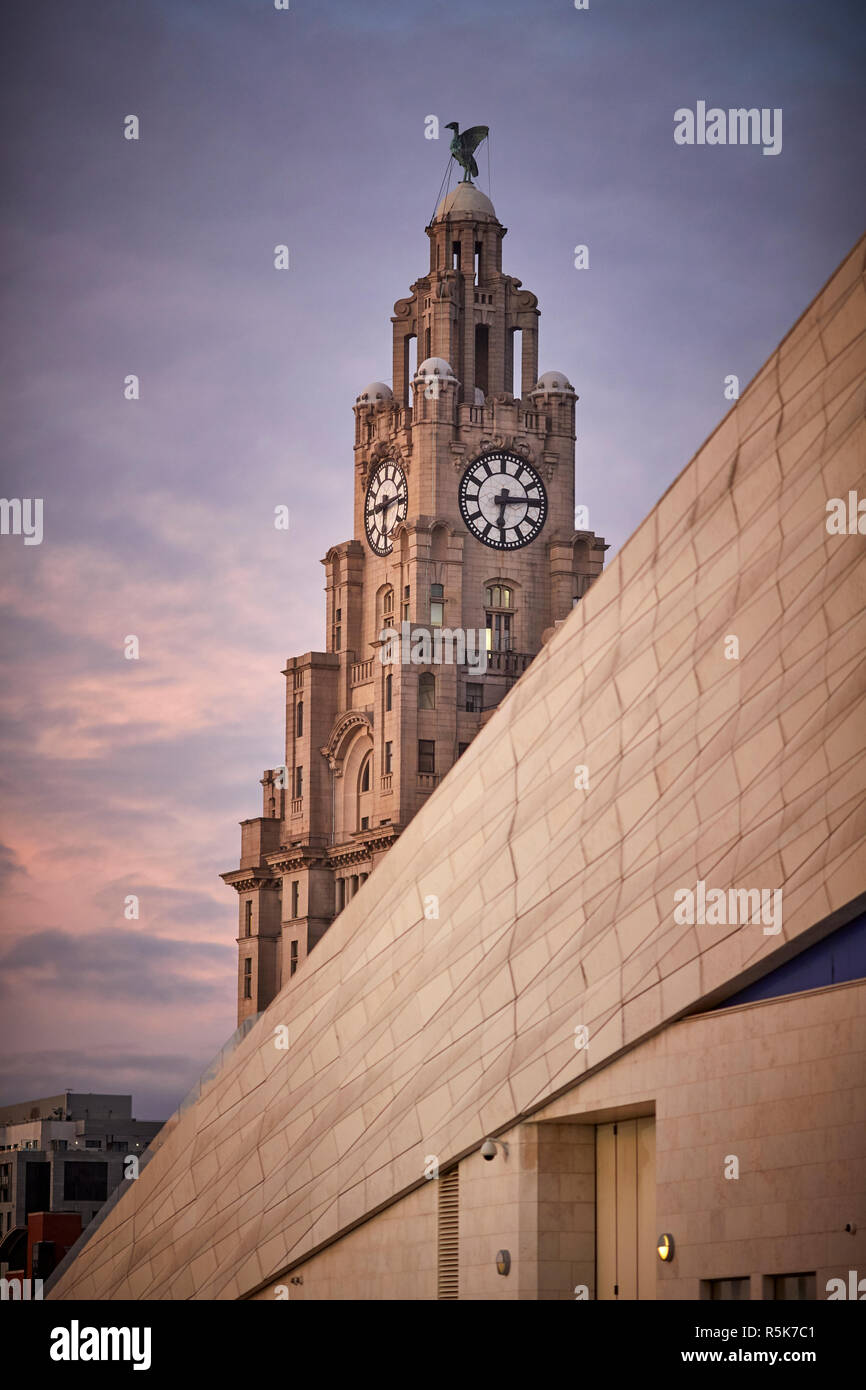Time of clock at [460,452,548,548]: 6:14
